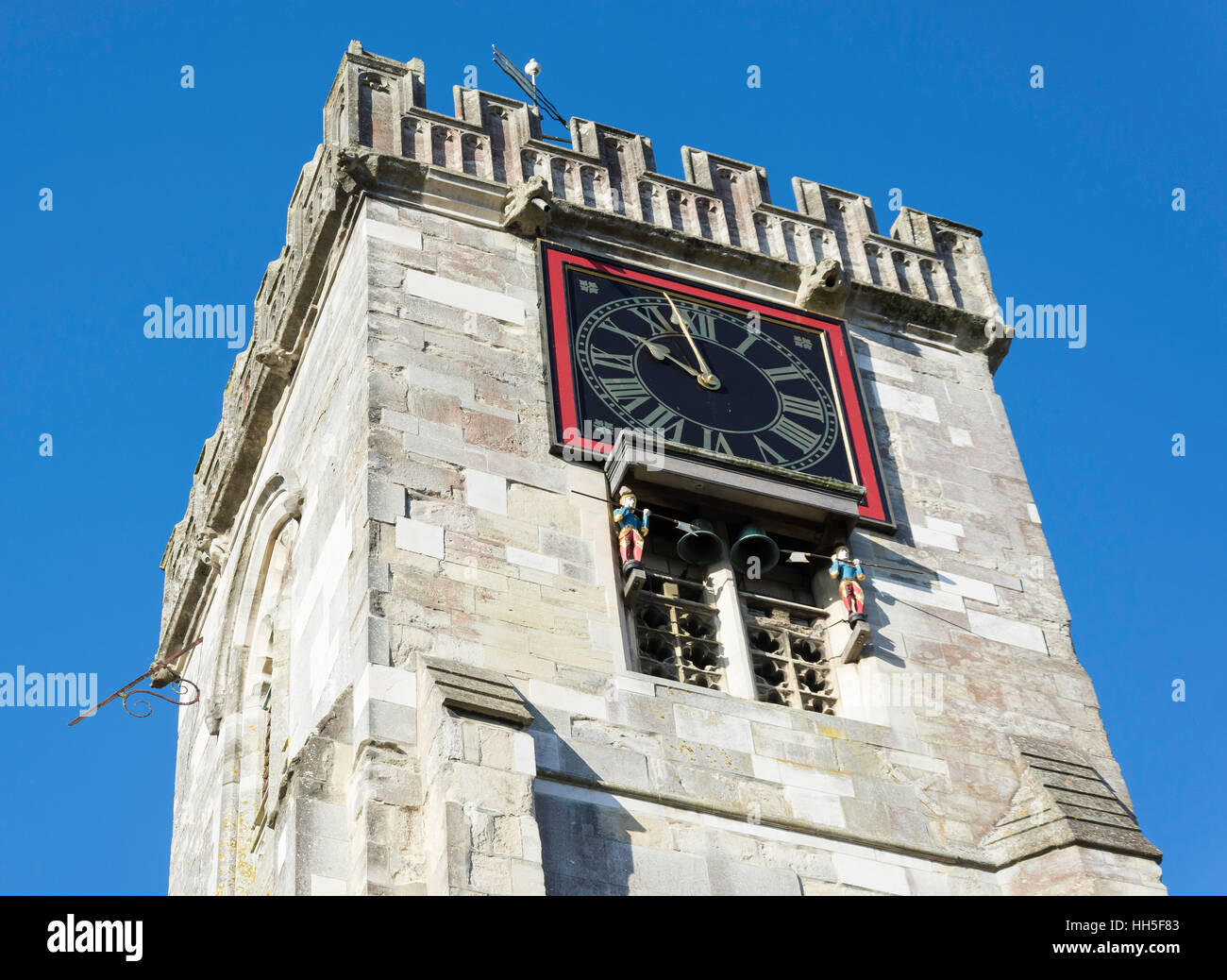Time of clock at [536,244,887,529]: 9:57
